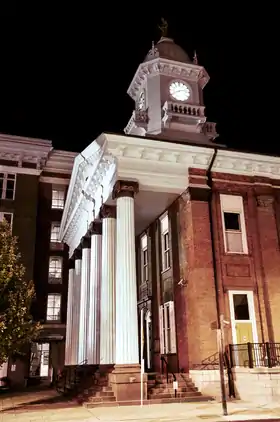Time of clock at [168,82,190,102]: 8:12
